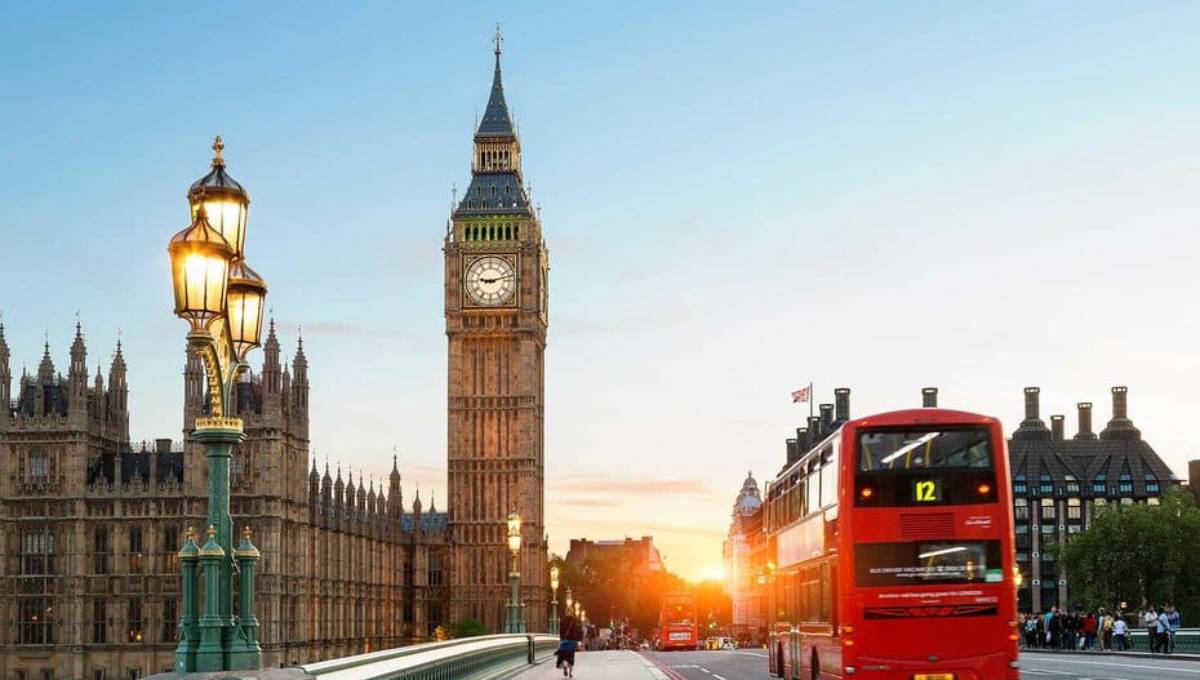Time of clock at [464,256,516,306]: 9:12
